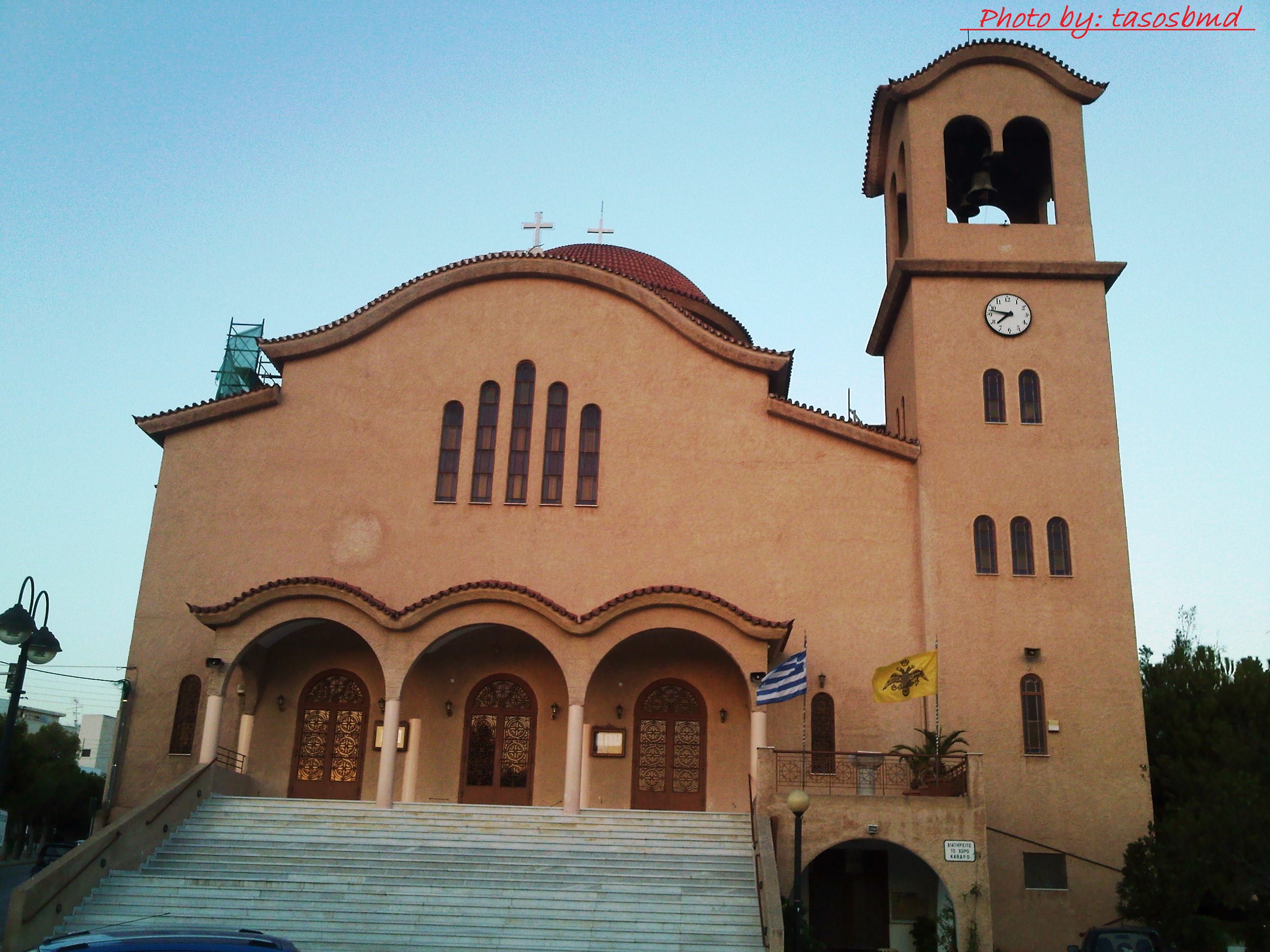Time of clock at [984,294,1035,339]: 7:47
